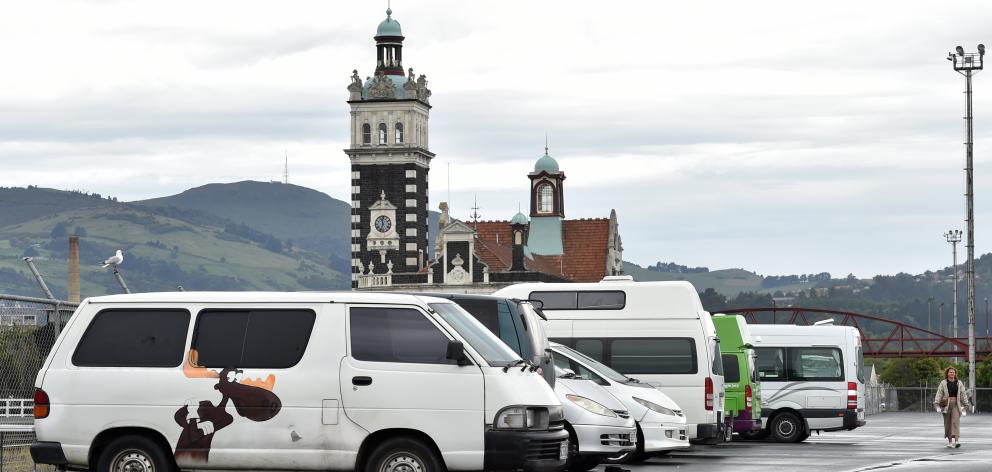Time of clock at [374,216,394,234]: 11:33
